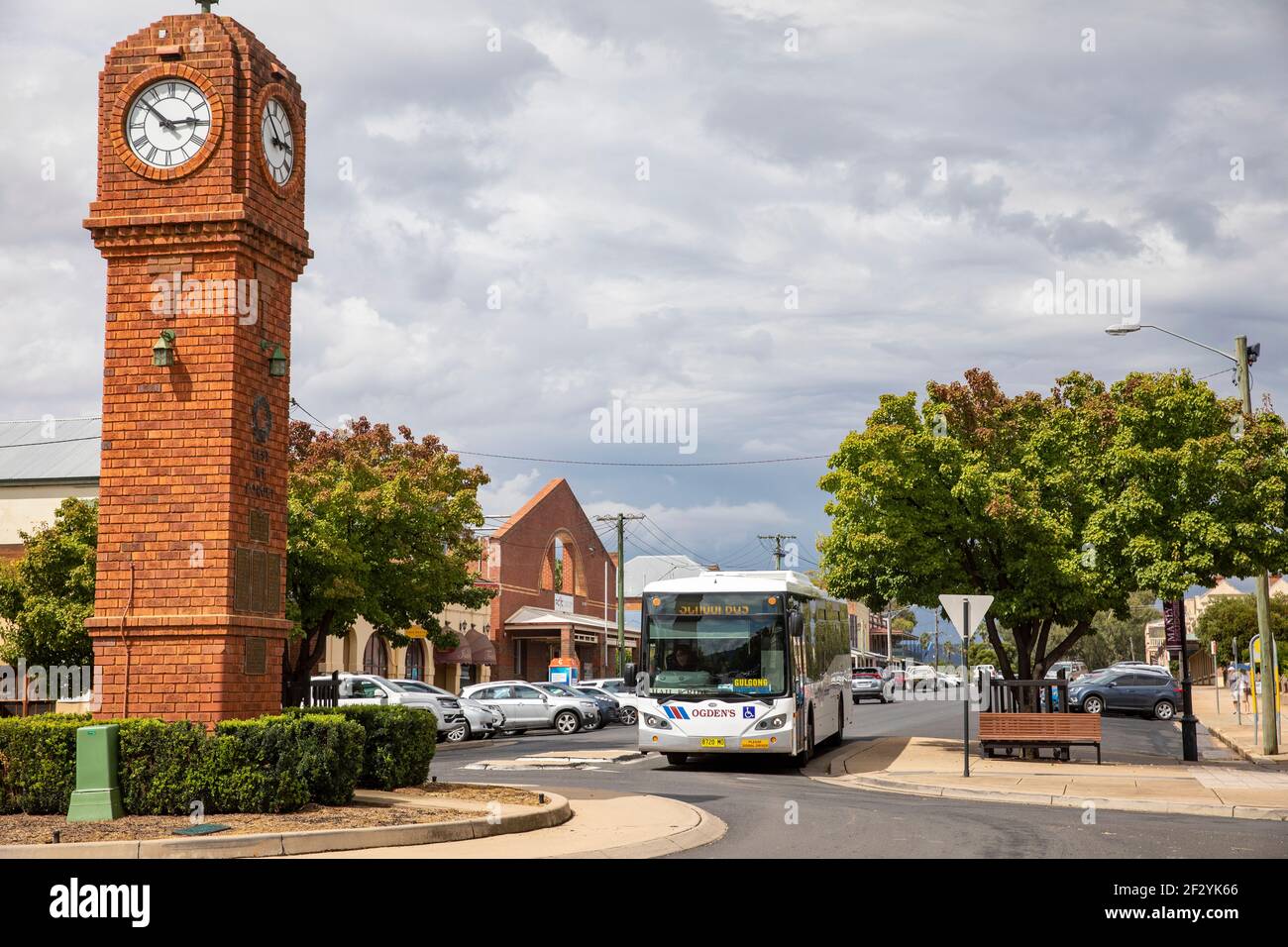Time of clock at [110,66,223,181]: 2:51
